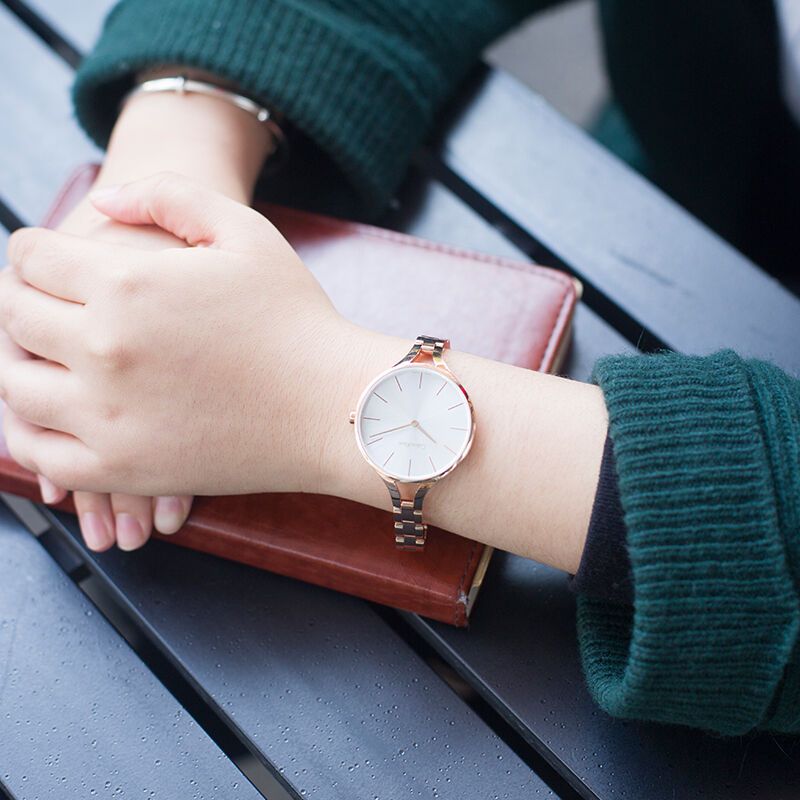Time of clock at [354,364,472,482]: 8:21
